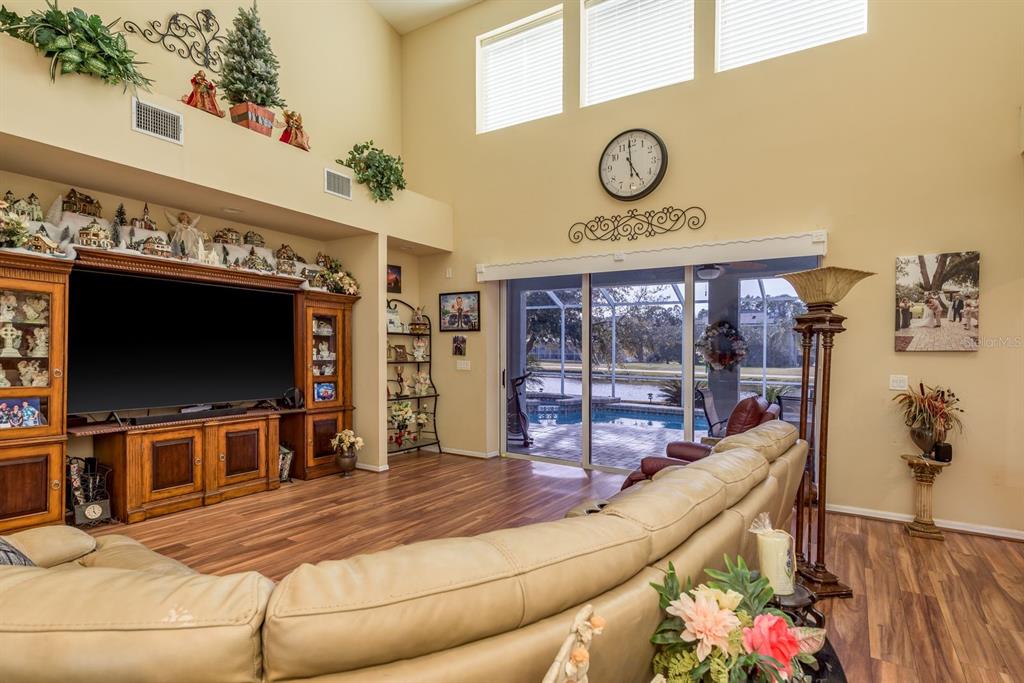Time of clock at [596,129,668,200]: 4:59
